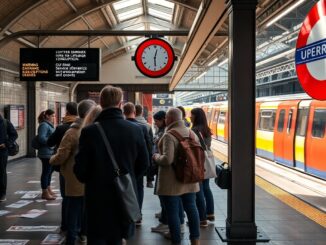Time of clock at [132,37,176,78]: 12:29
